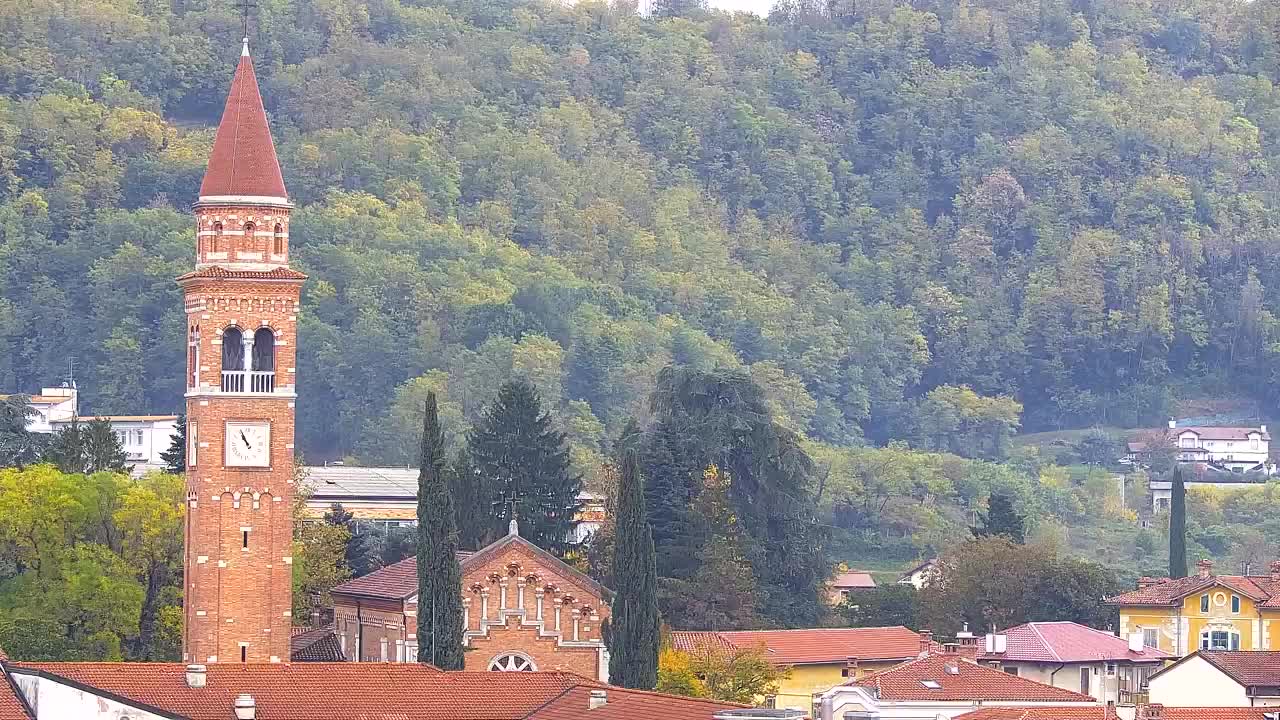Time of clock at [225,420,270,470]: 10:55
